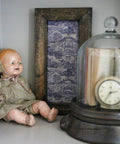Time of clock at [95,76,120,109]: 2:35
